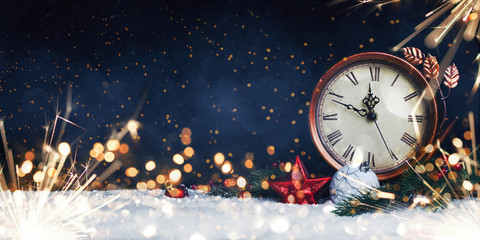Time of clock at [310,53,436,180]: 11:48
